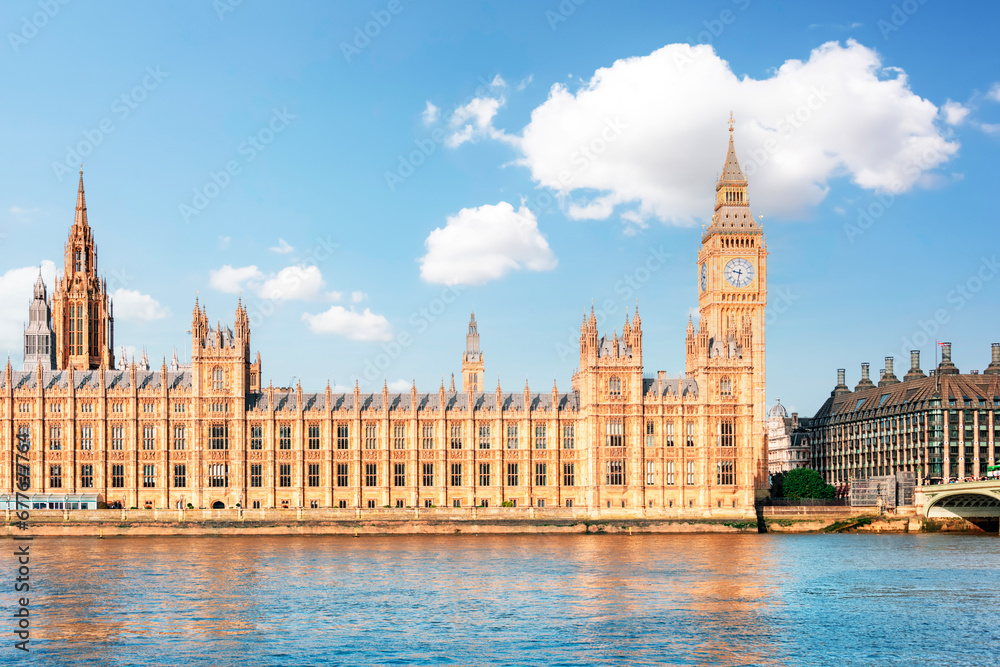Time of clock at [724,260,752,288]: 9:31
